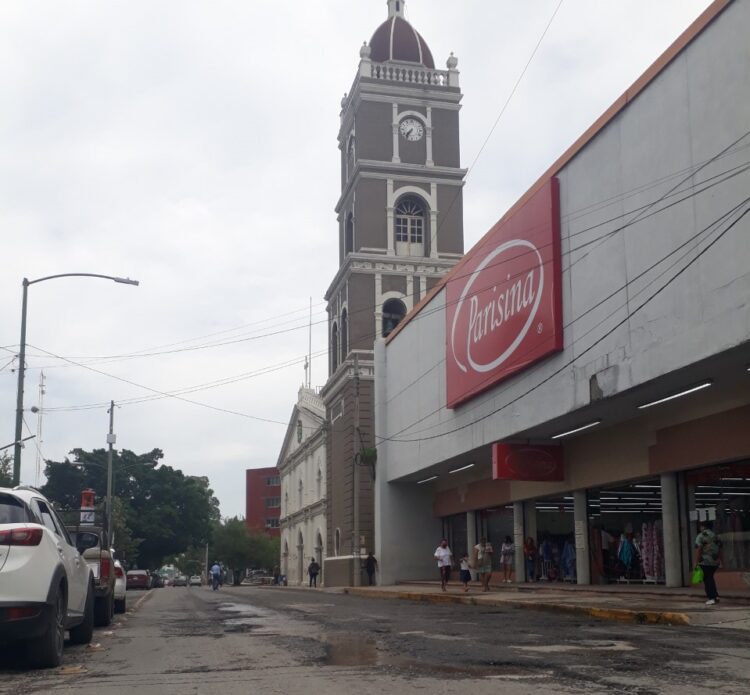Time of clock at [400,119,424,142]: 7:36
